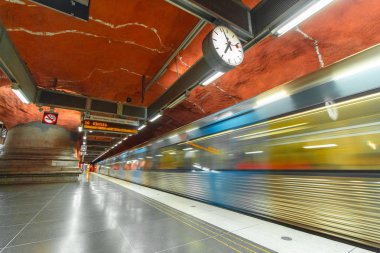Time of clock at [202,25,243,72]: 6:56
